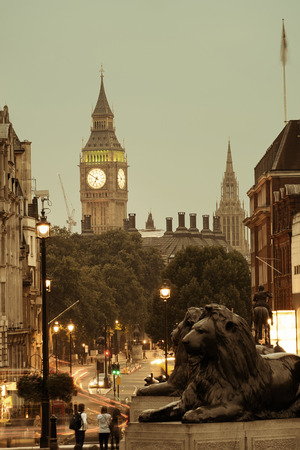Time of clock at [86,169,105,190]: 6:50
